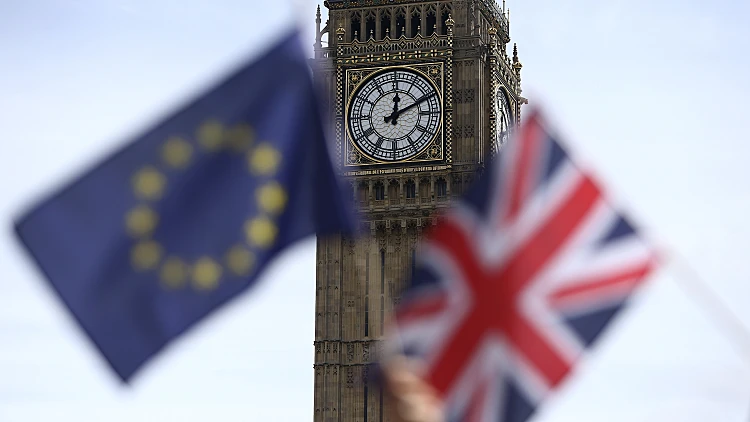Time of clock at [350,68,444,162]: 12:10
